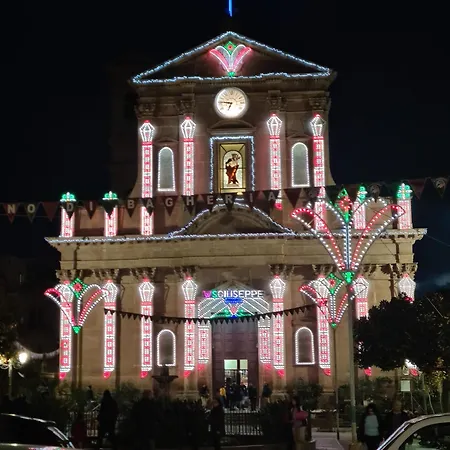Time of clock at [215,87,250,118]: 6:46
